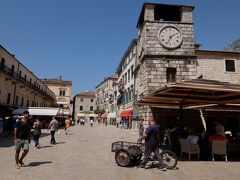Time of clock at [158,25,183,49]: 1:33
